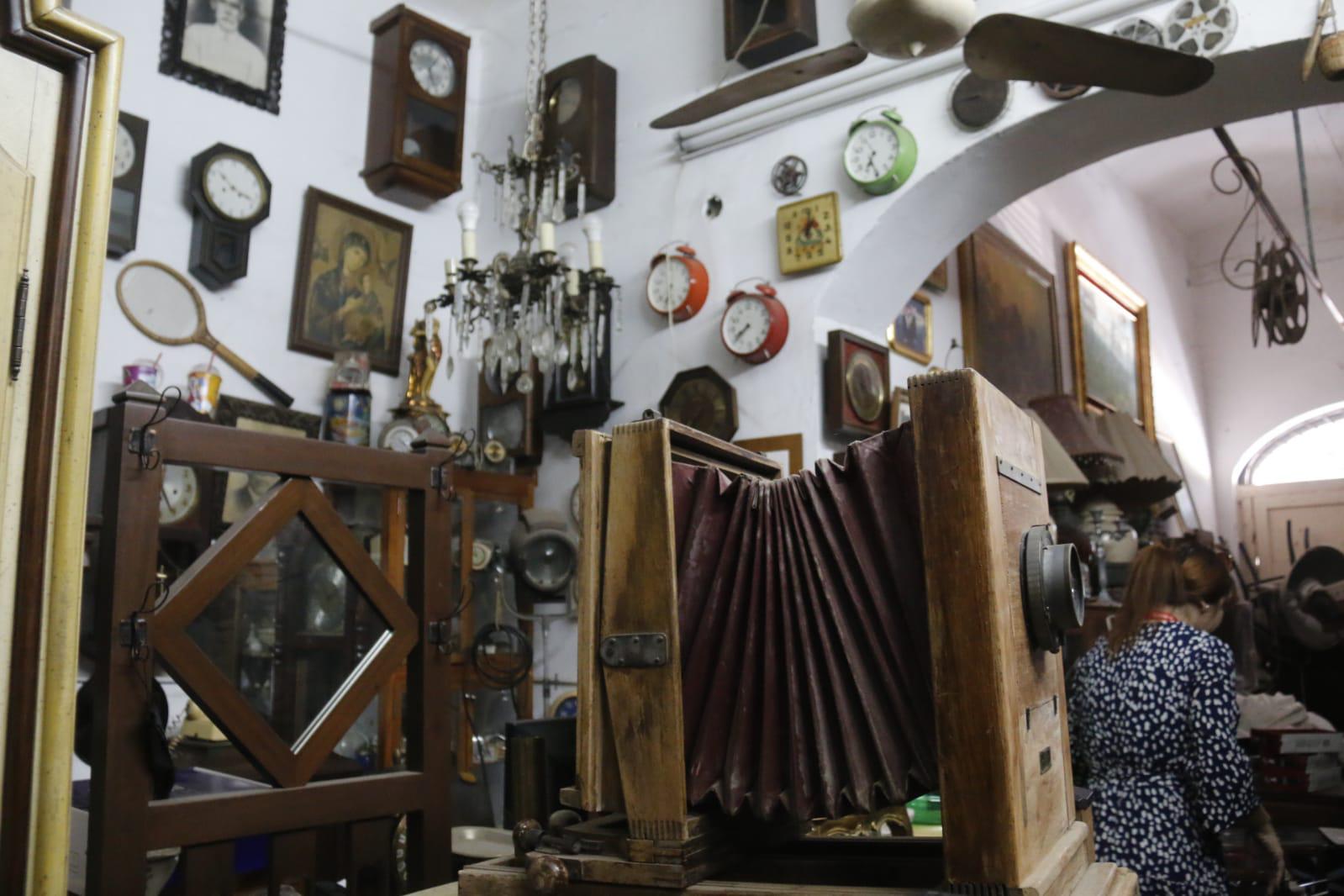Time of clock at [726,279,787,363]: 7:37
